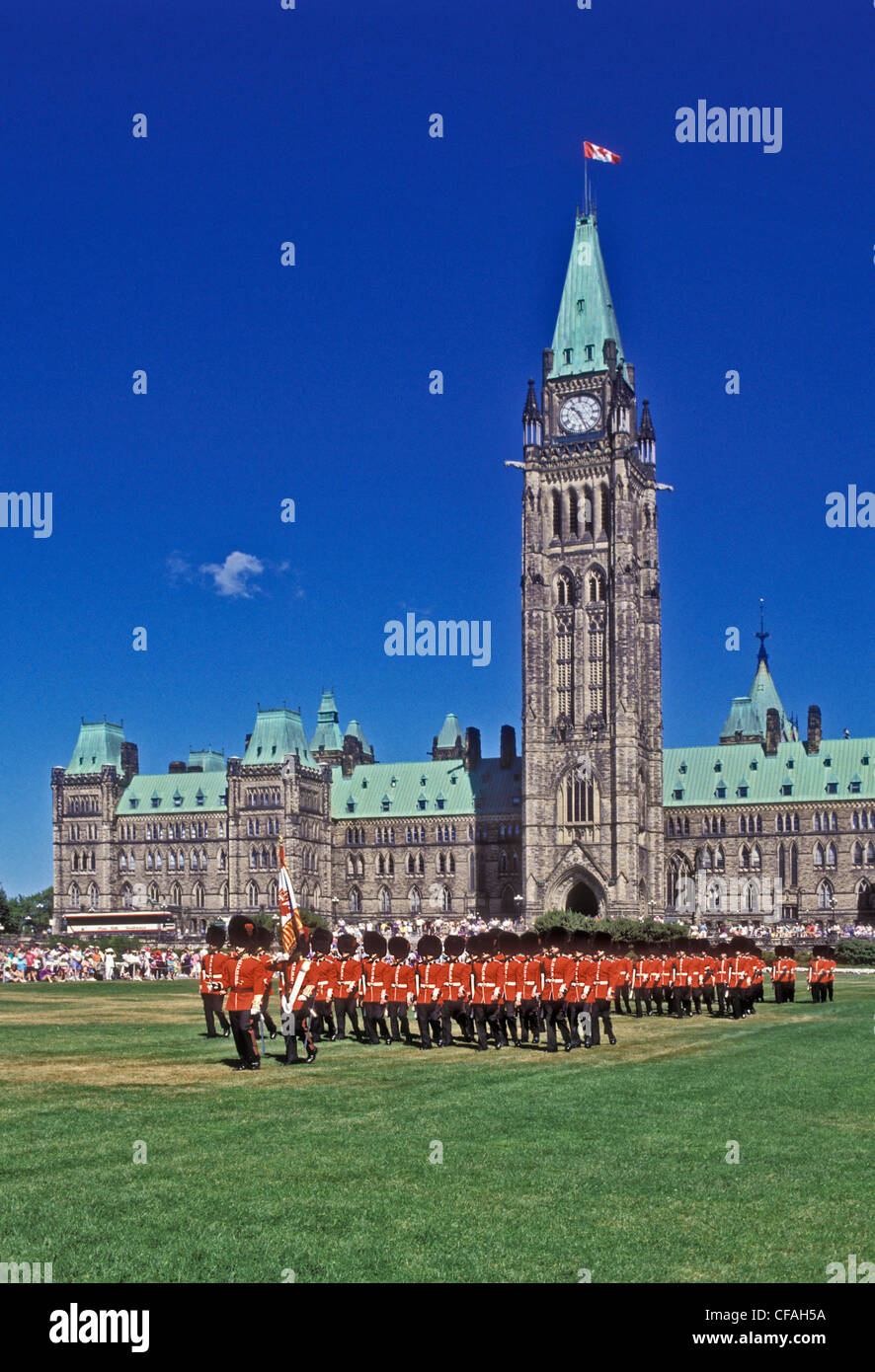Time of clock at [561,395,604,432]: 10:26
